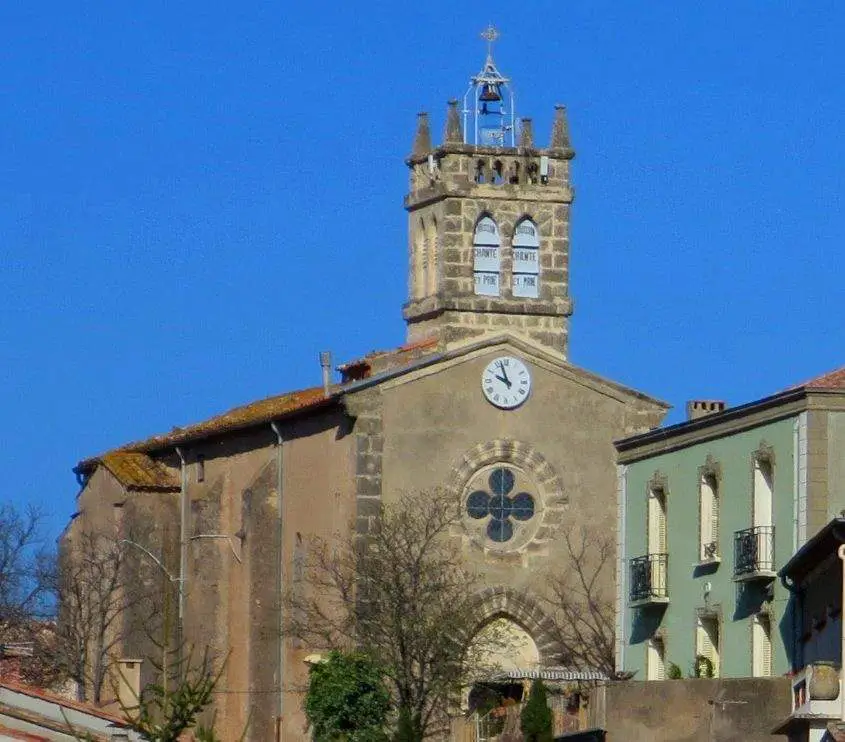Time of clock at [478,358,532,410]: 9:57
